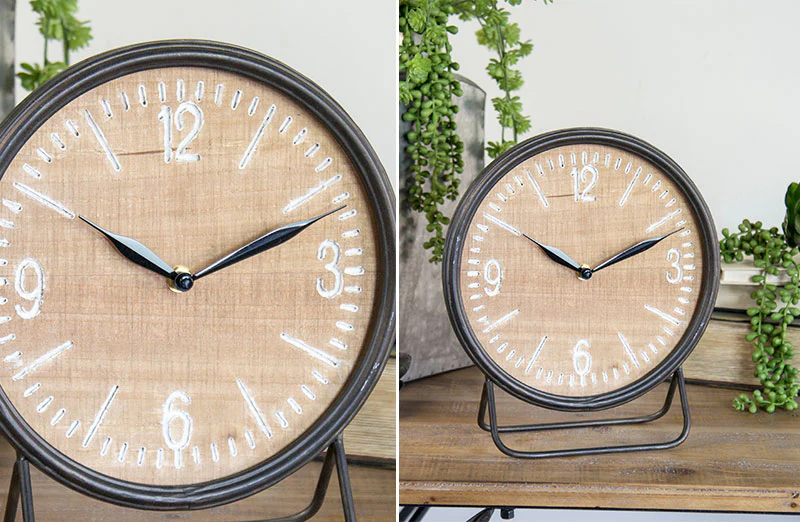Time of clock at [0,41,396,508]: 10:11
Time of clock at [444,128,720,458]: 10:11
